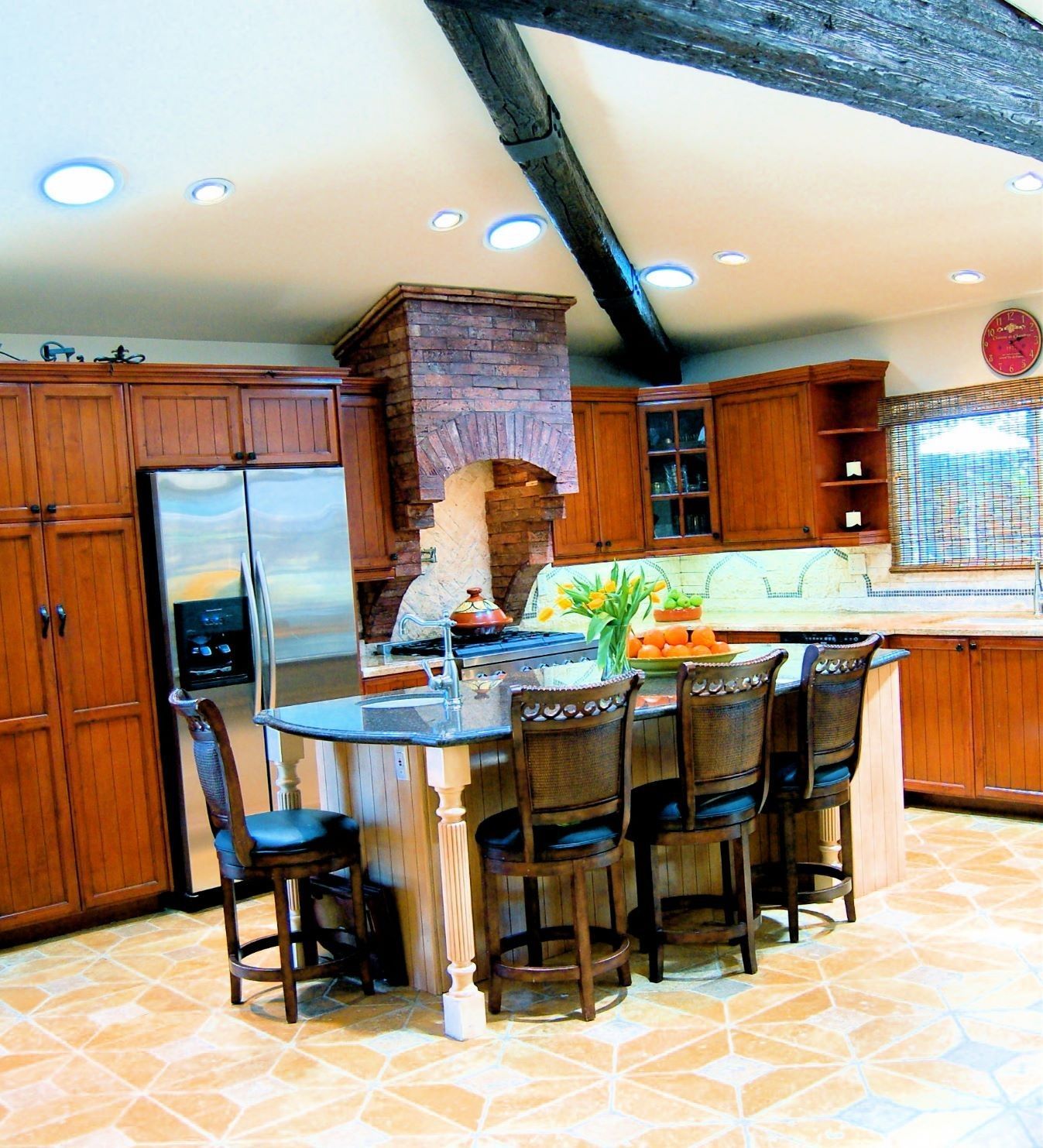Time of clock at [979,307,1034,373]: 2:23
